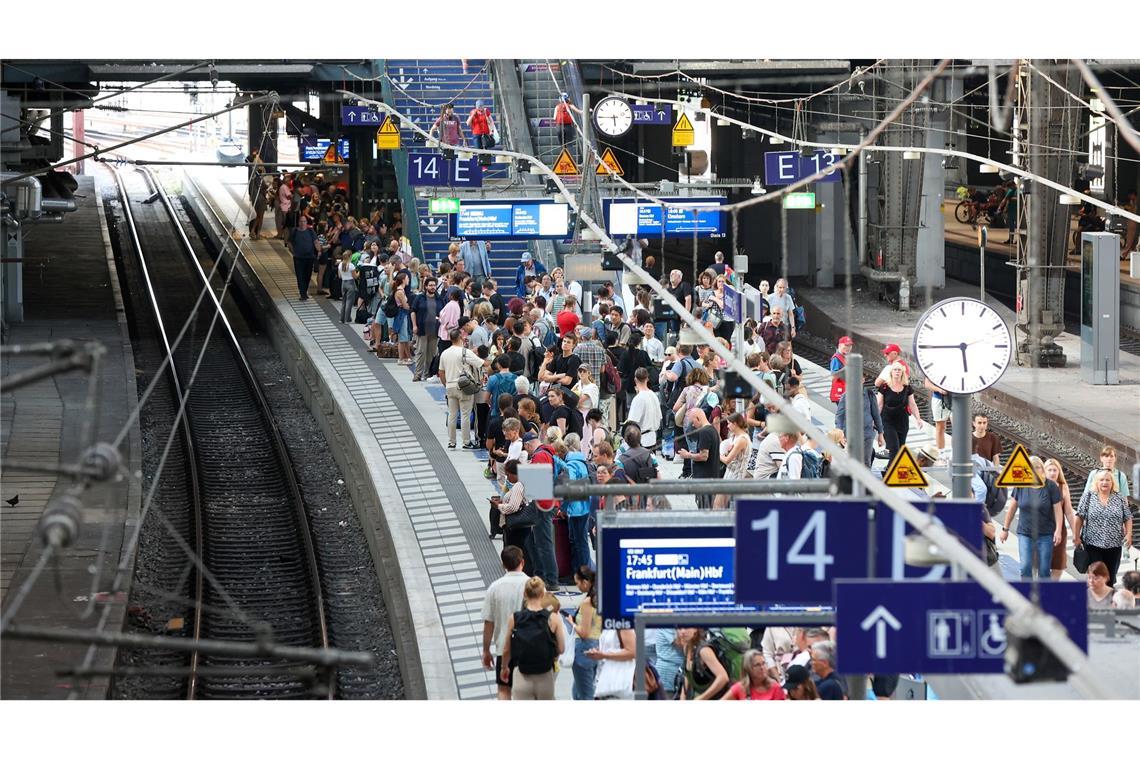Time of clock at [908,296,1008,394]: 5:44
